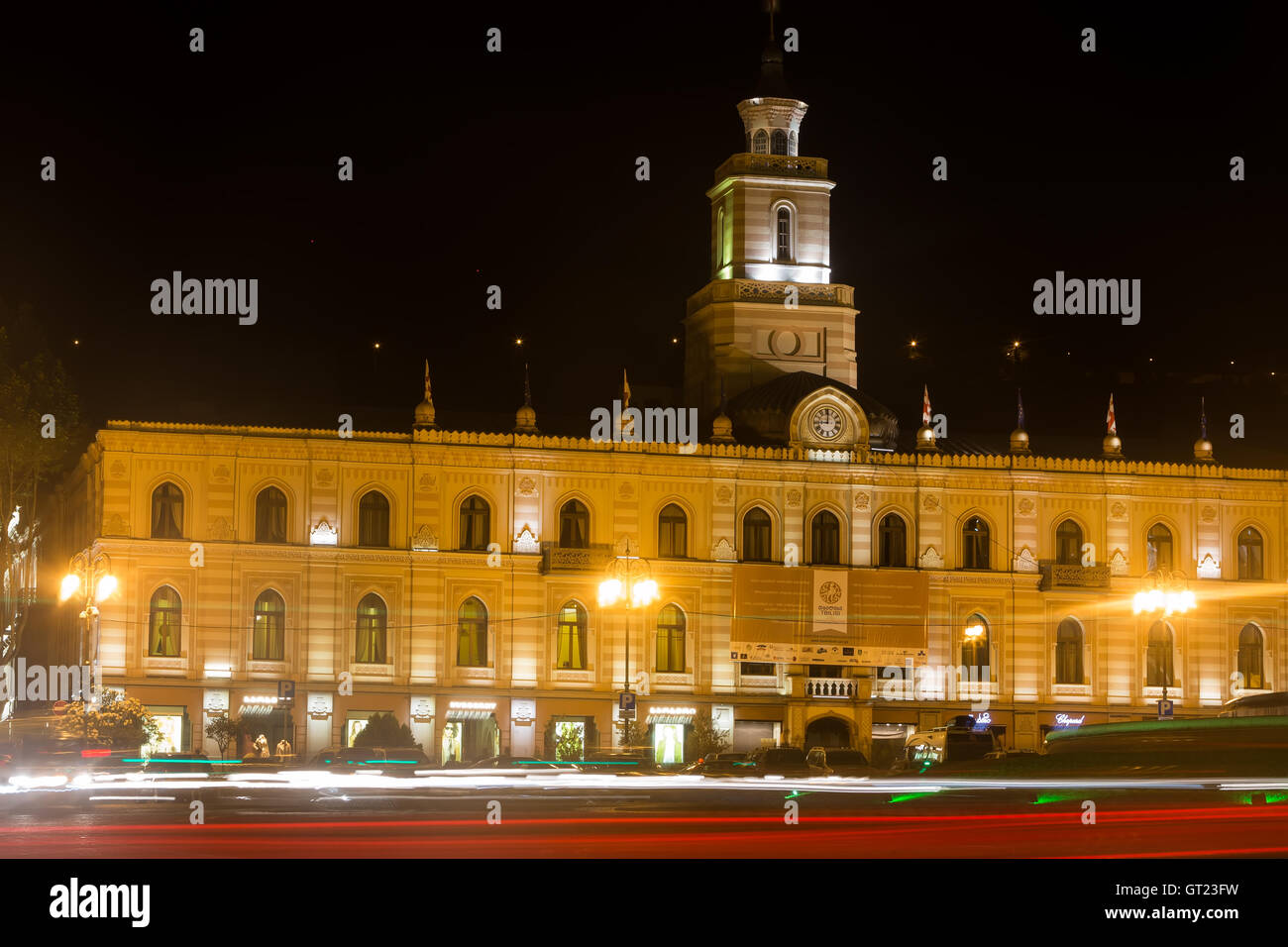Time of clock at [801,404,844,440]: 9:00
